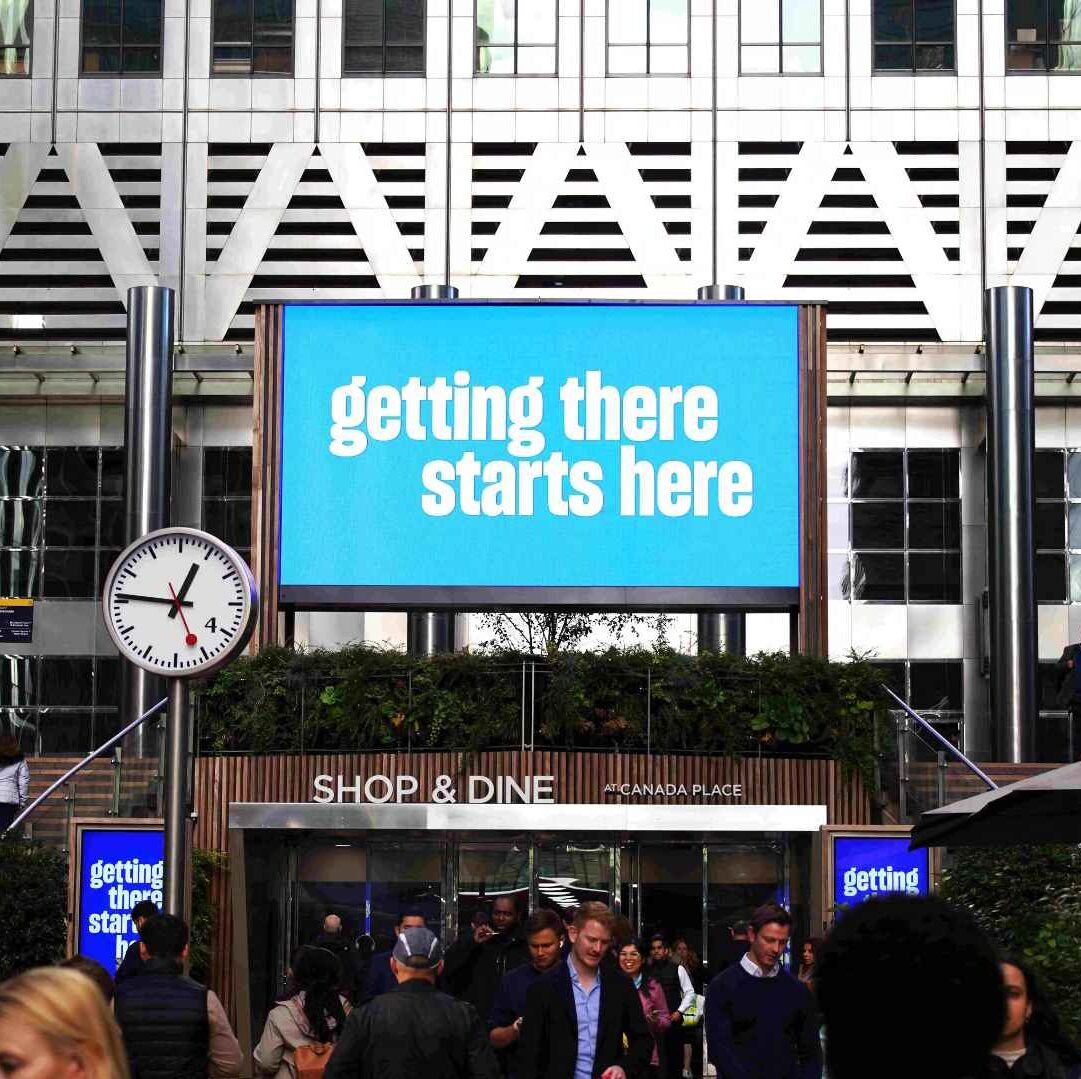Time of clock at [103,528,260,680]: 12:46
